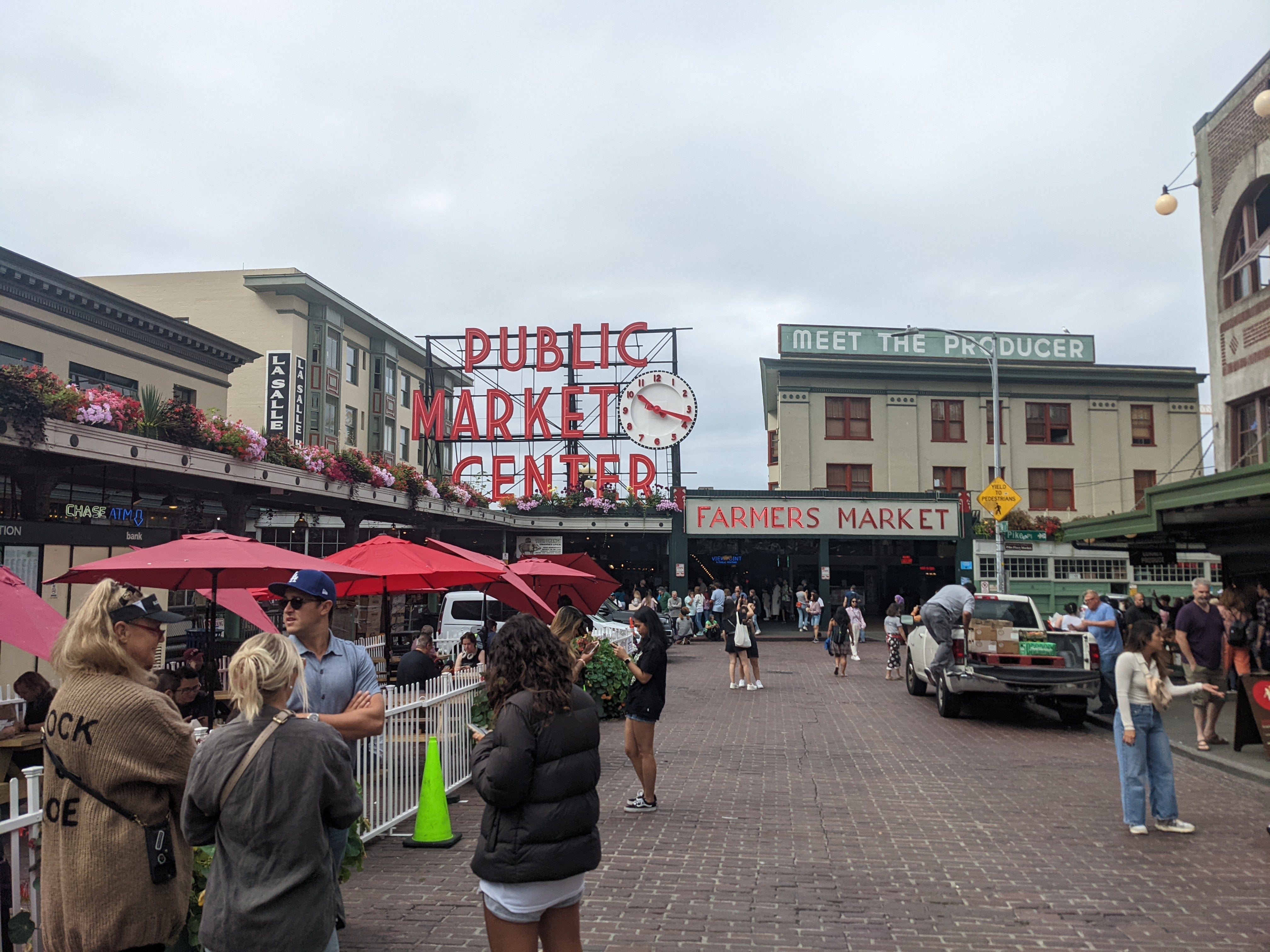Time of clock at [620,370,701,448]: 10:17
